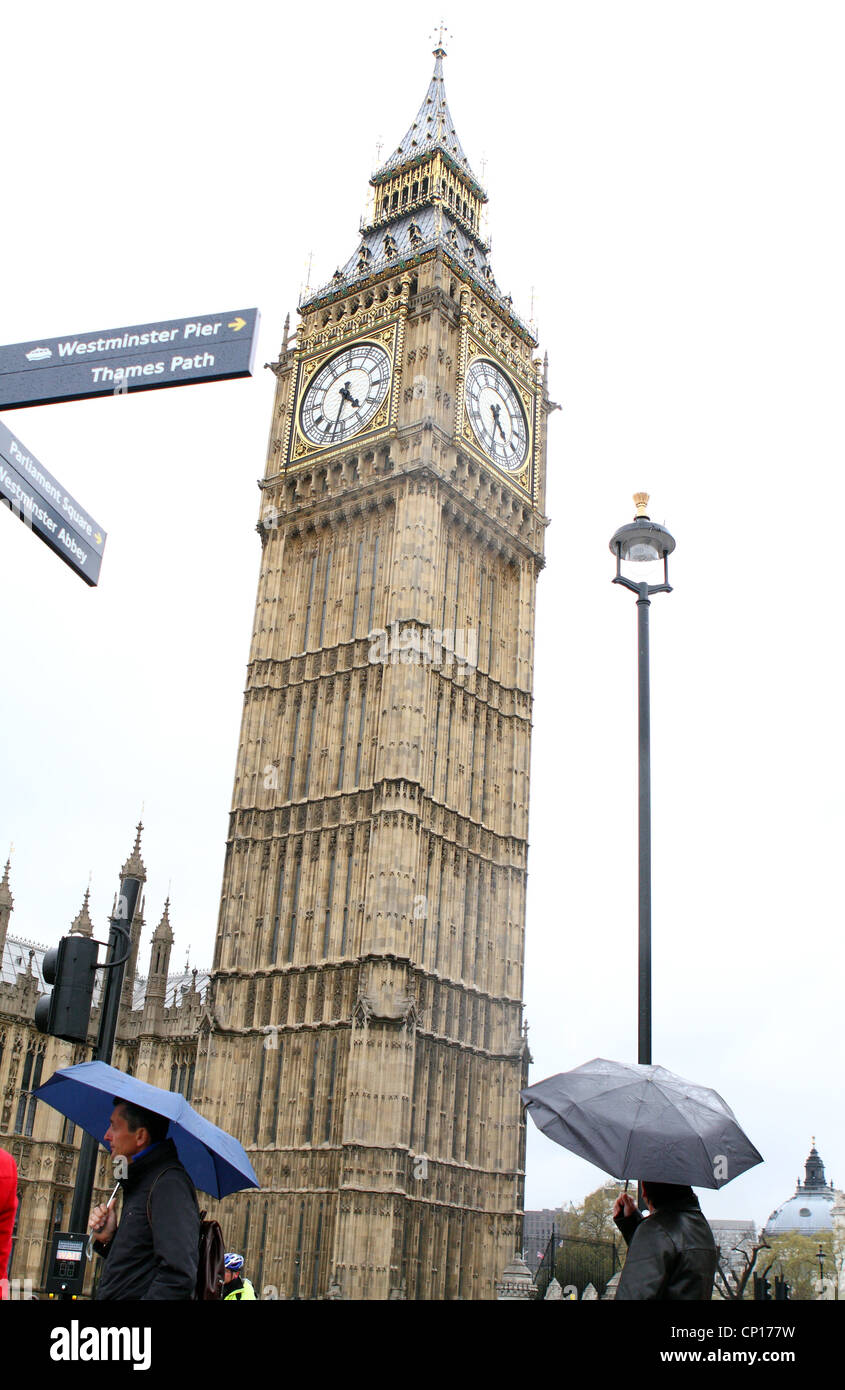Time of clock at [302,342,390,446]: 4:32
